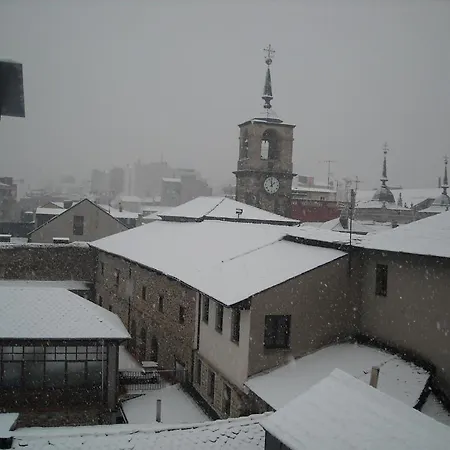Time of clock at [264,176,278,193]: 1:59
